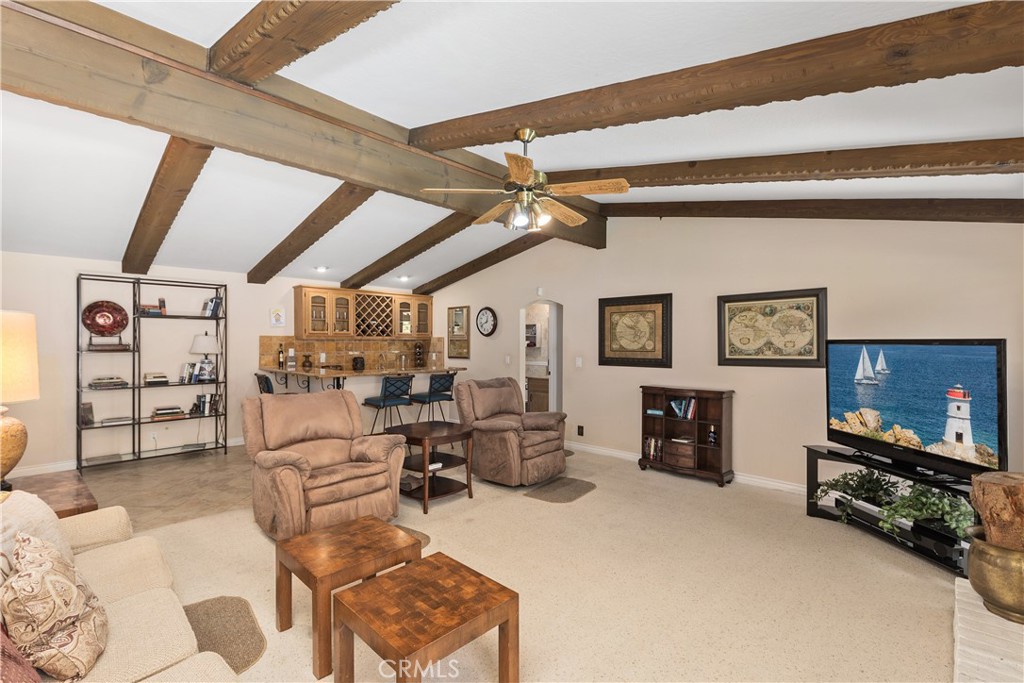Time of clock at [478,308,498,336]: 12:41
